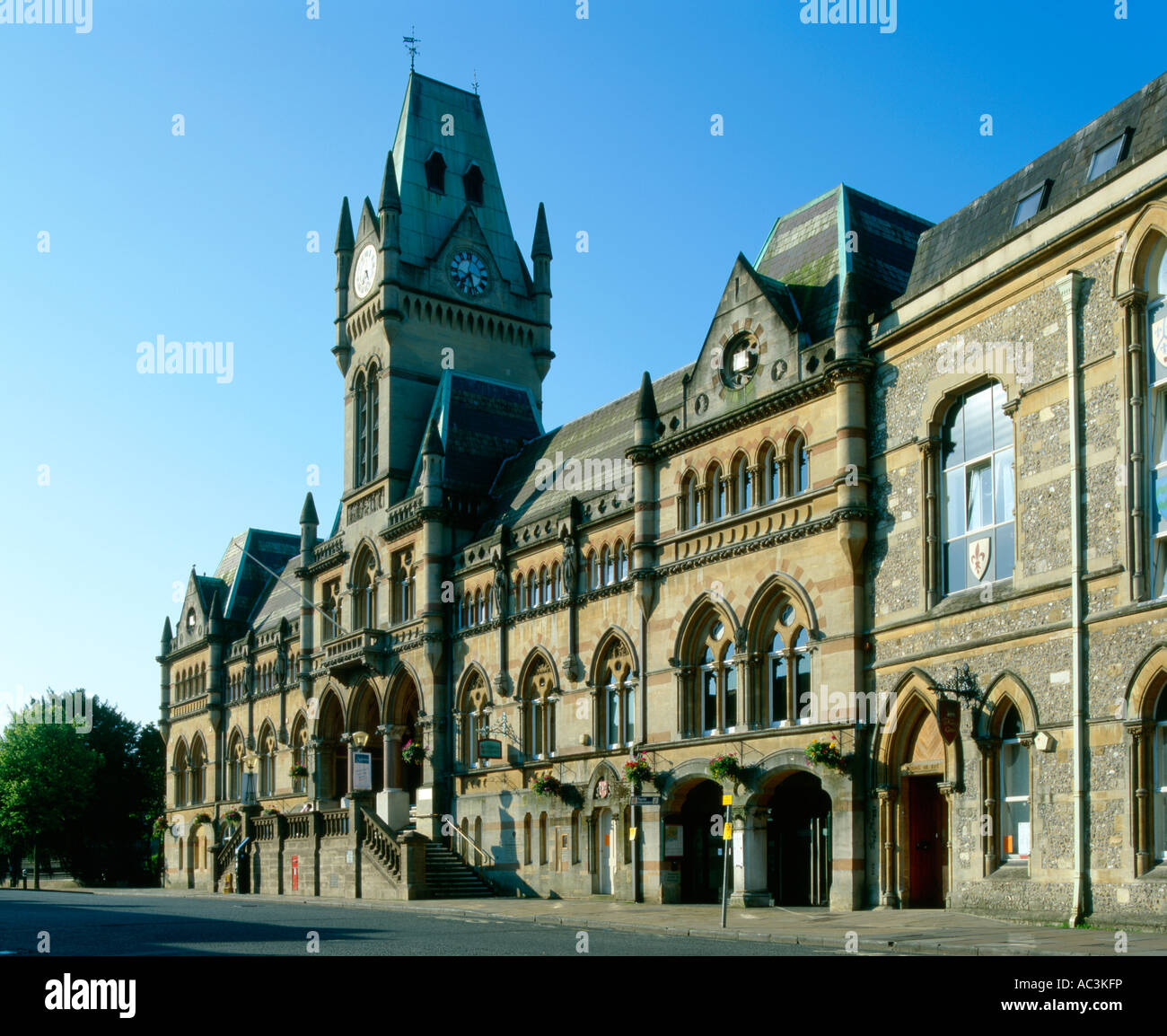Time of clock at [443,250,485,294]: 7:28
